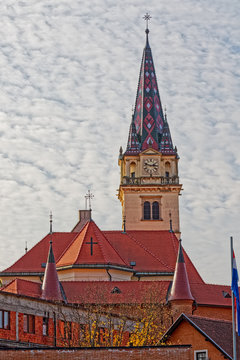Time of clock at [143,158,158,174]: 2:48
